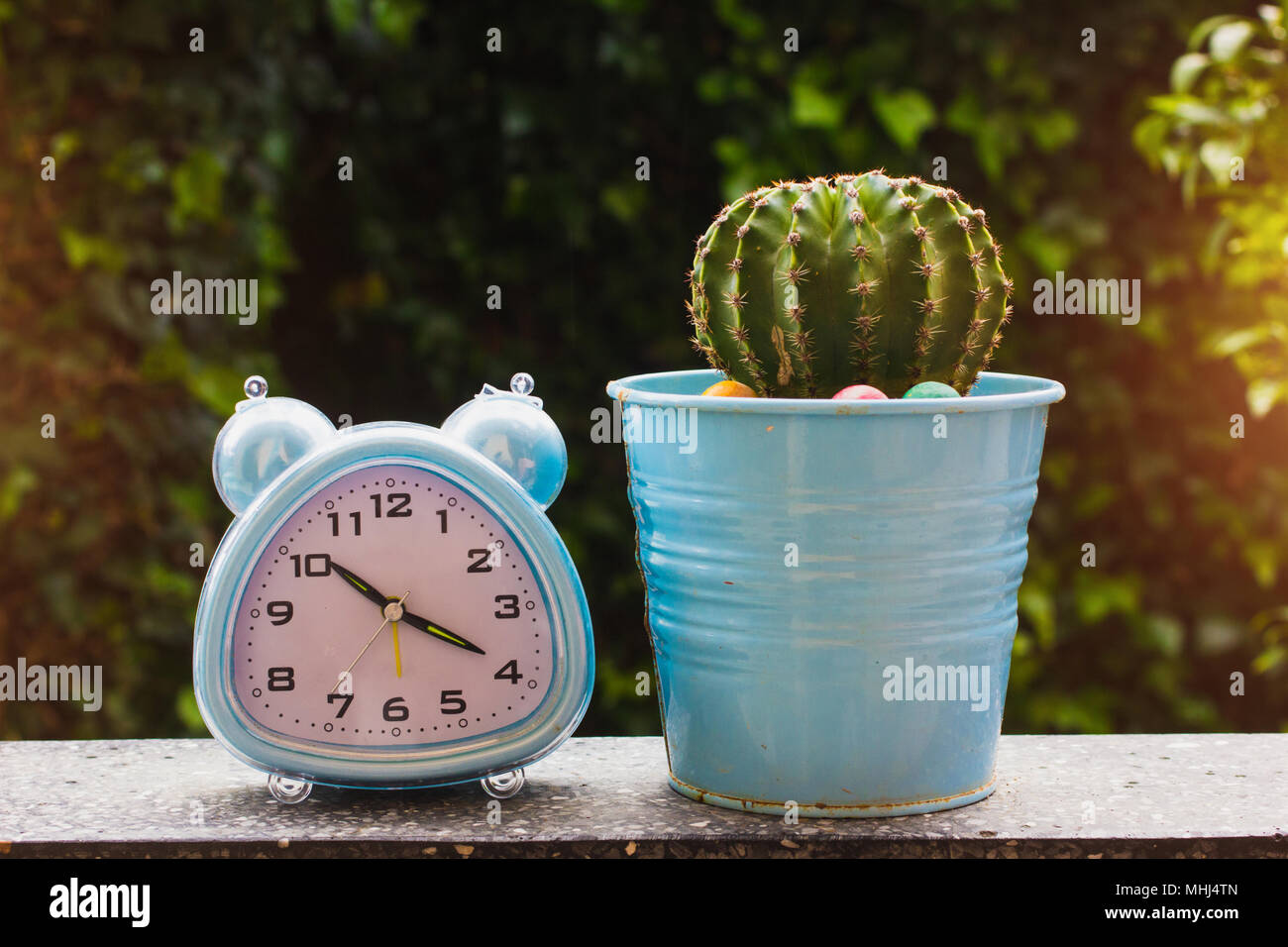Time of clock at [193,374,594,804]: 10:19
